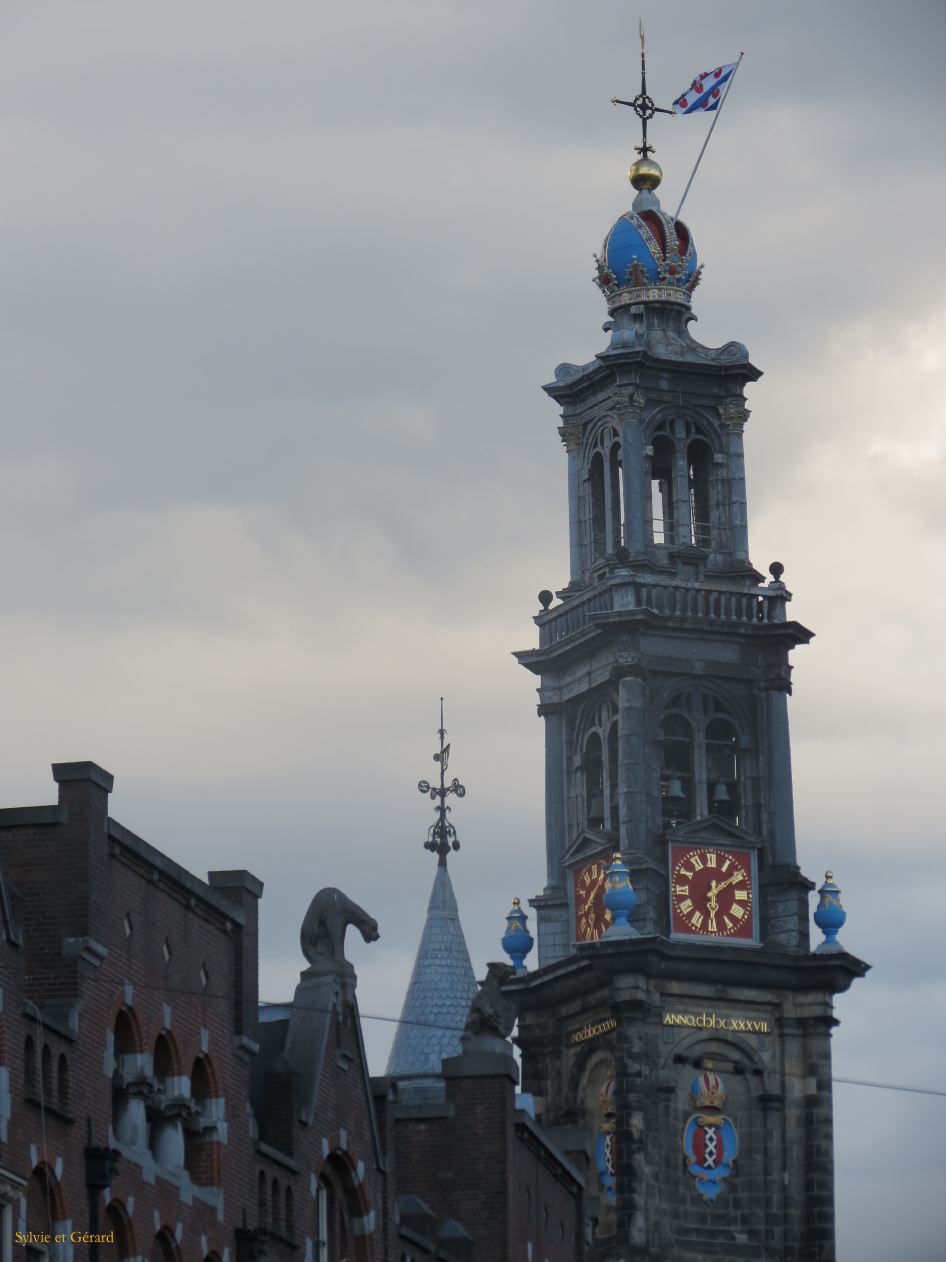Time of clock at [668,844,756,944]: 6:09
